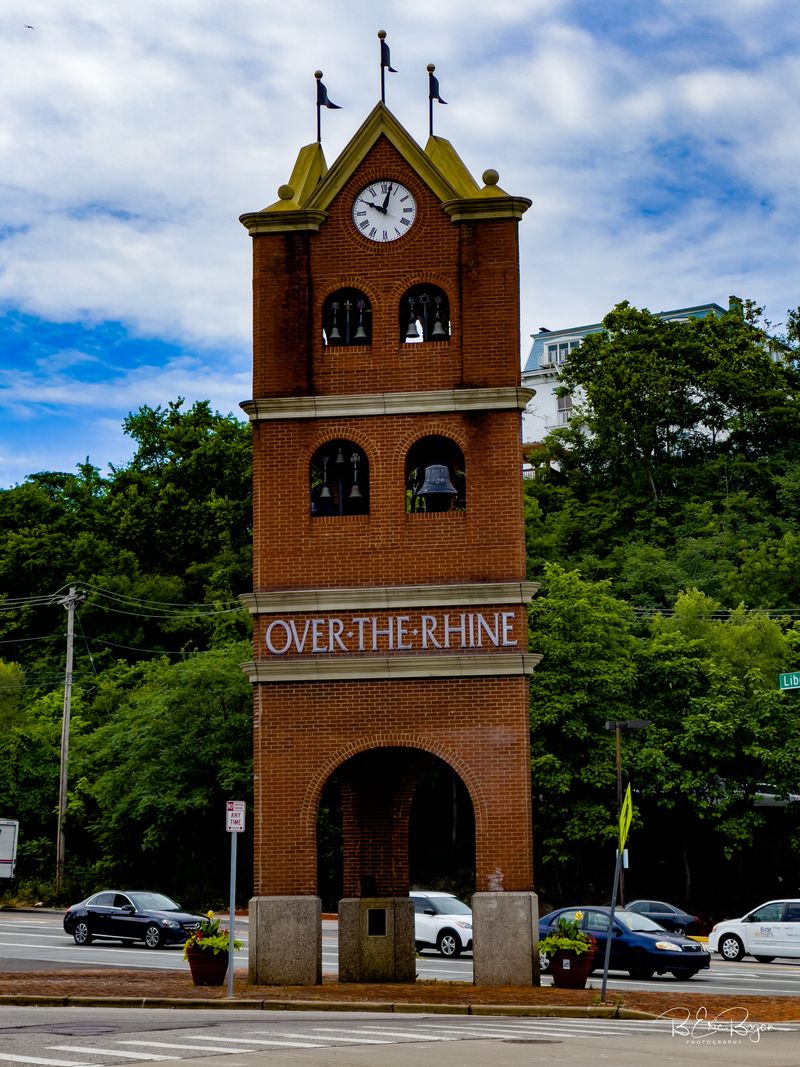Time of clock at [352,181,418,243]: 10:02
